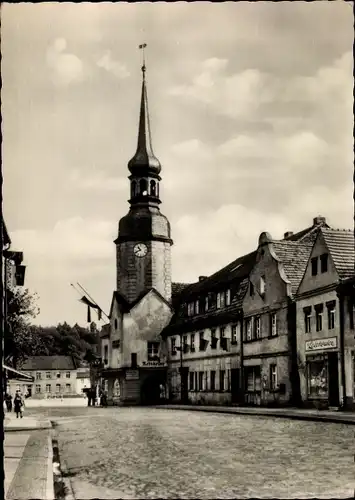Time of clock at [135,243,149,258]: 10:41
